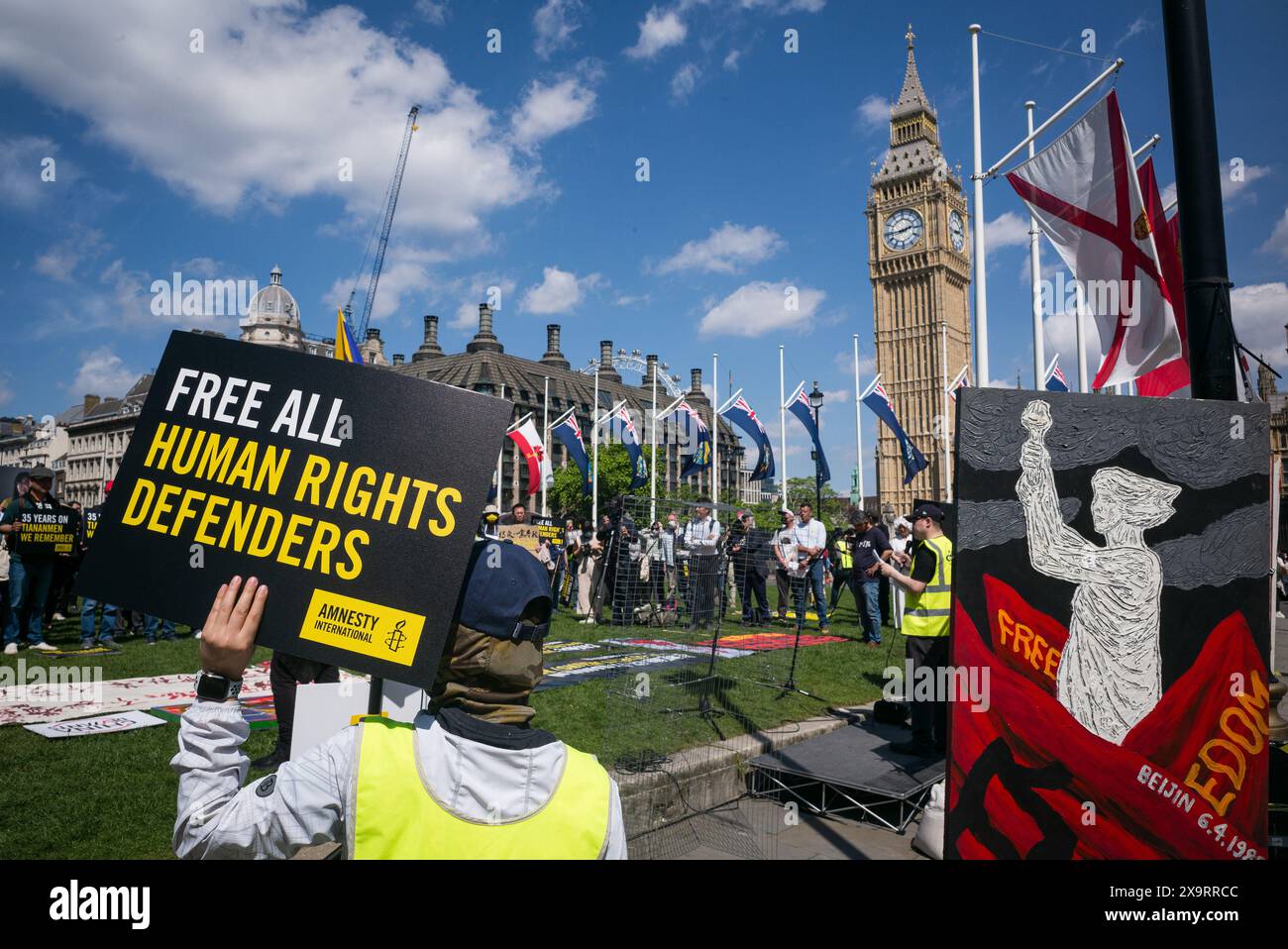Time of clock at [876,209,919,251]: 2:44
